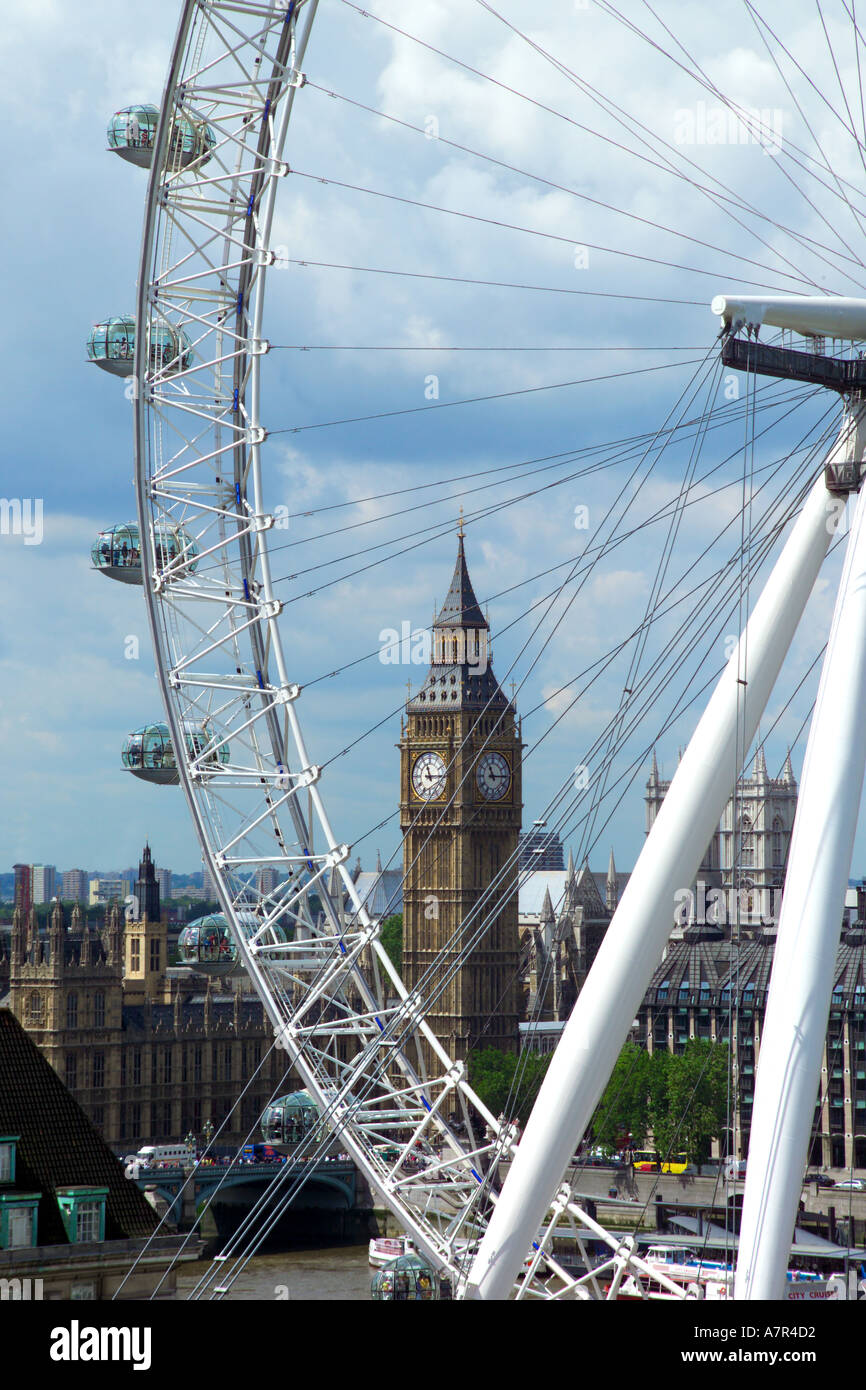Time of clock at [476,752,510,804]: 11:14
